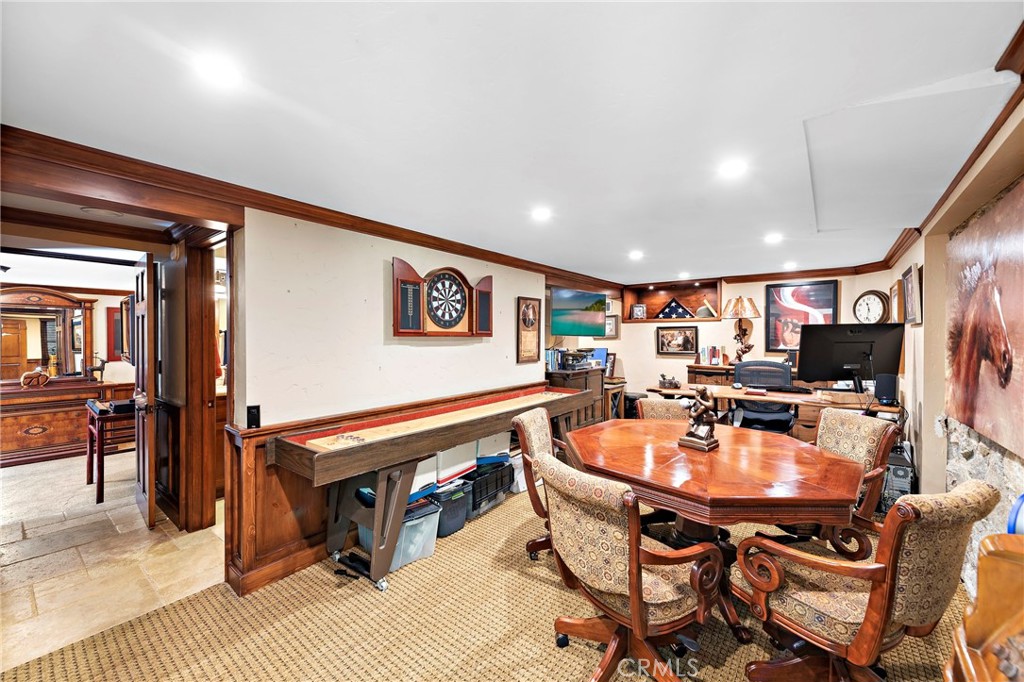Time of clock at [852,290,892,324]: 11:32
